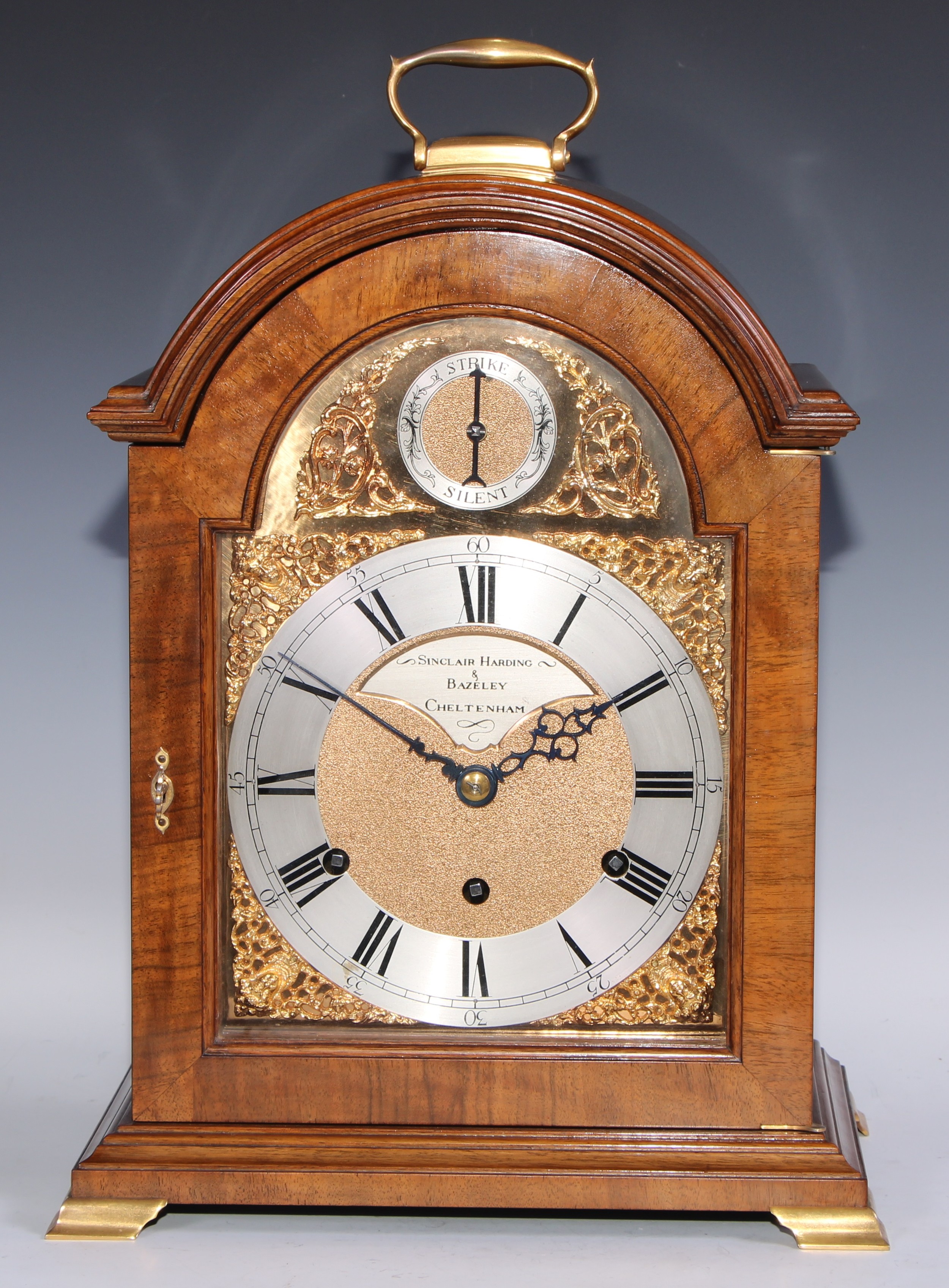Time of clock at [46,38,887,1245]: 1:50
